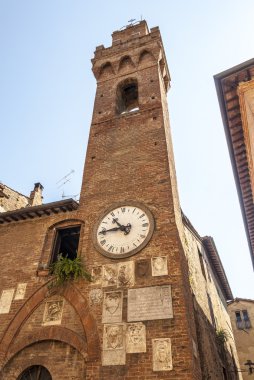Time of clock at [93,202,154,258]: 10:45
